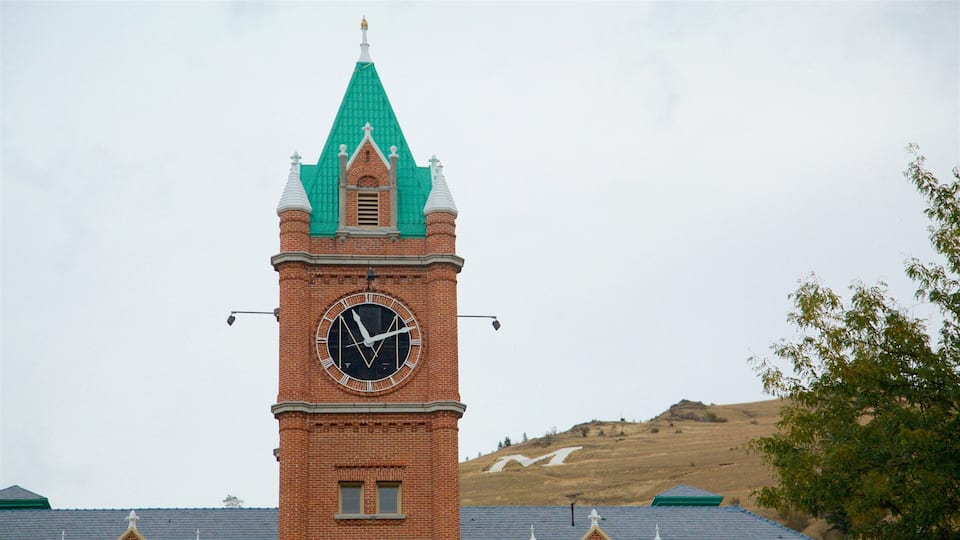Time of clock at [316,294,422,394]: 11:12
